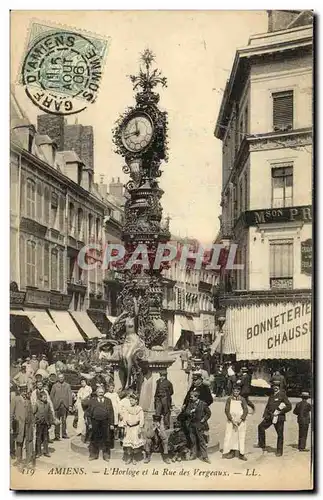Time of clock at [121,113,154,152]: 11:42
